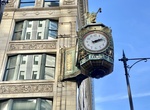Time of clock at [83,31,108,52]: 2:12
